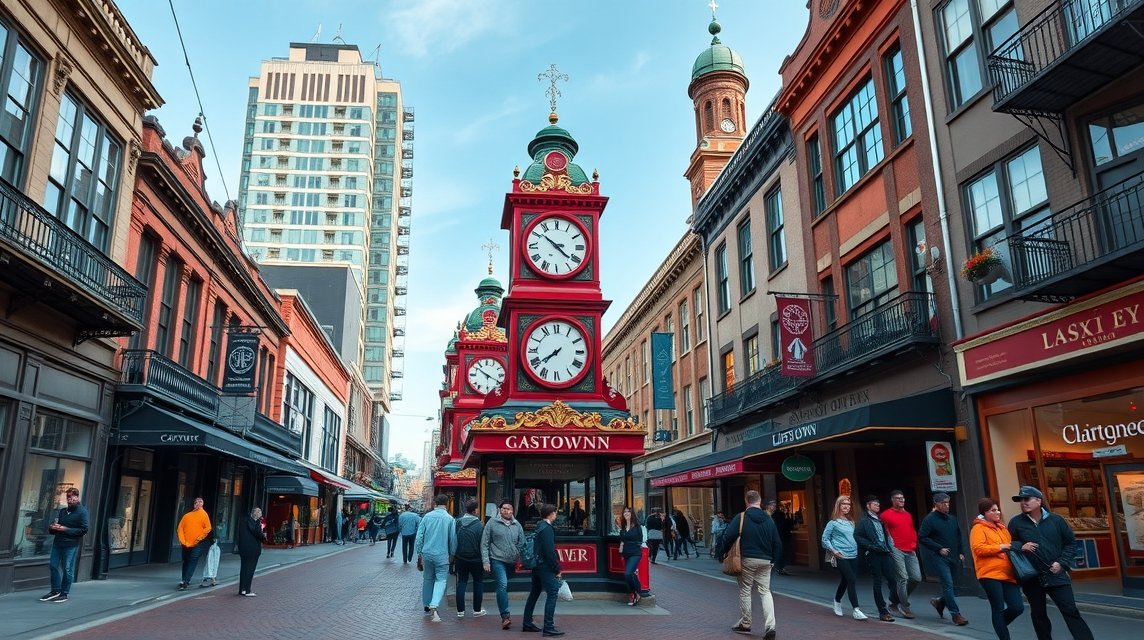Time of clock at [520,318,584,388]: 7:39
